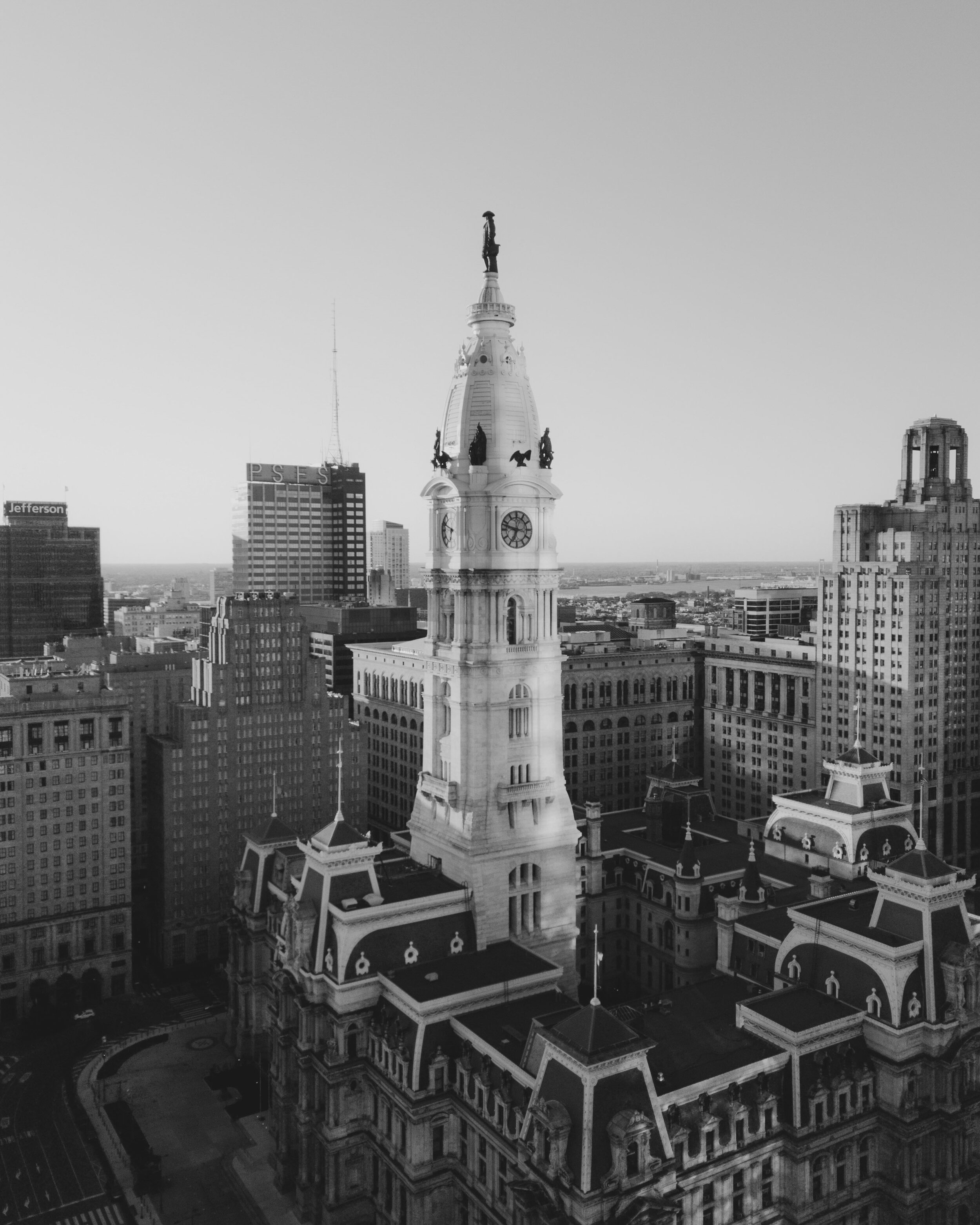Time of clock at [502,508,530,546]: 6:47
